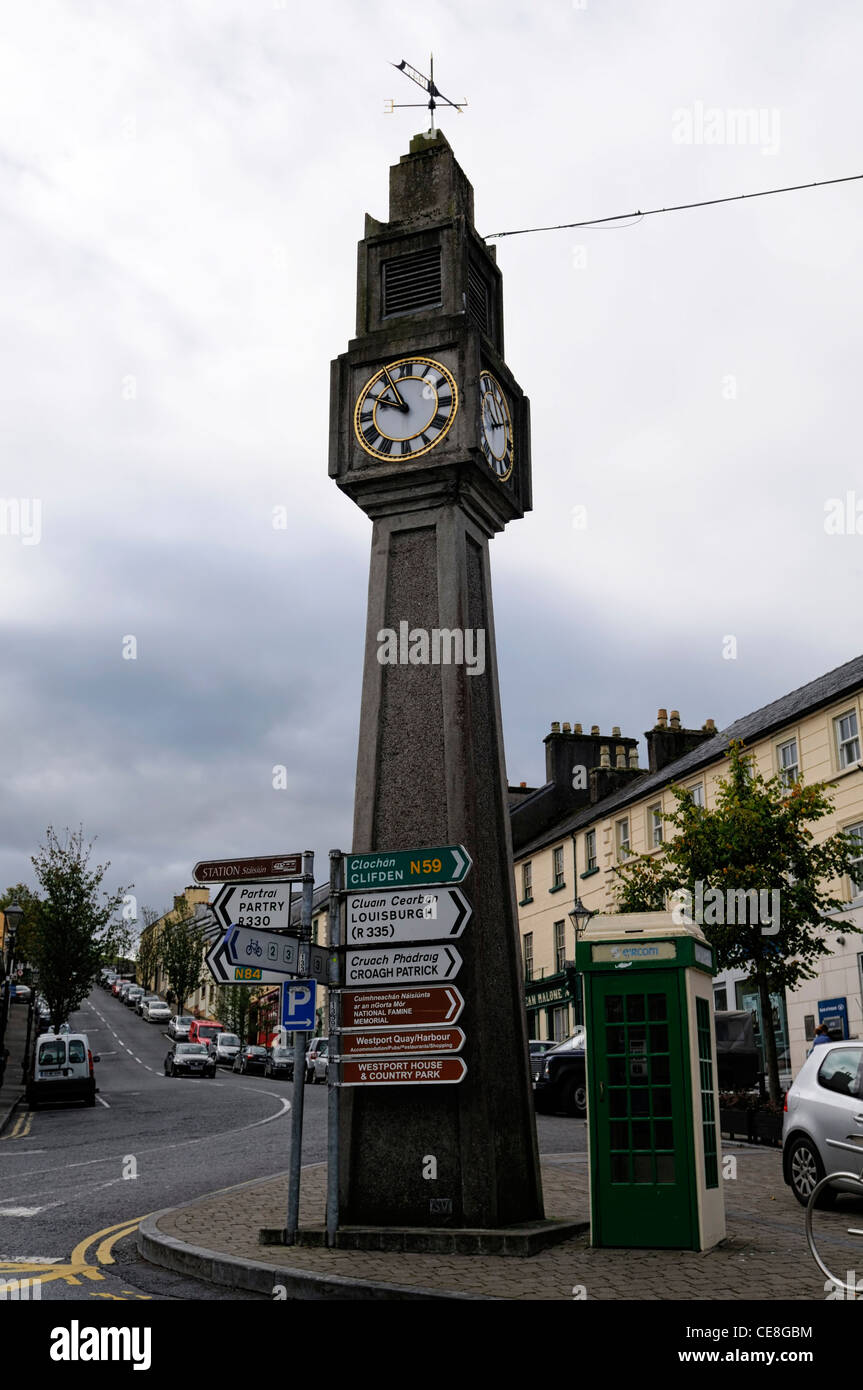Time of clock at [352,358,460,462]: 9:54
